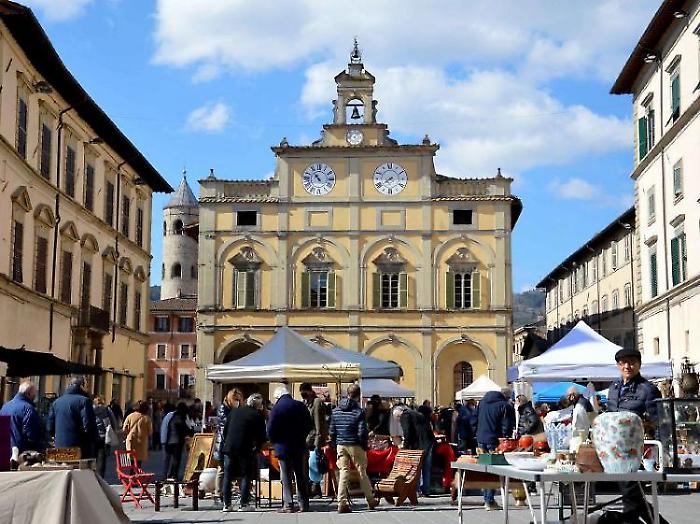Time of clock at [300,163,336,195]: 10:53
